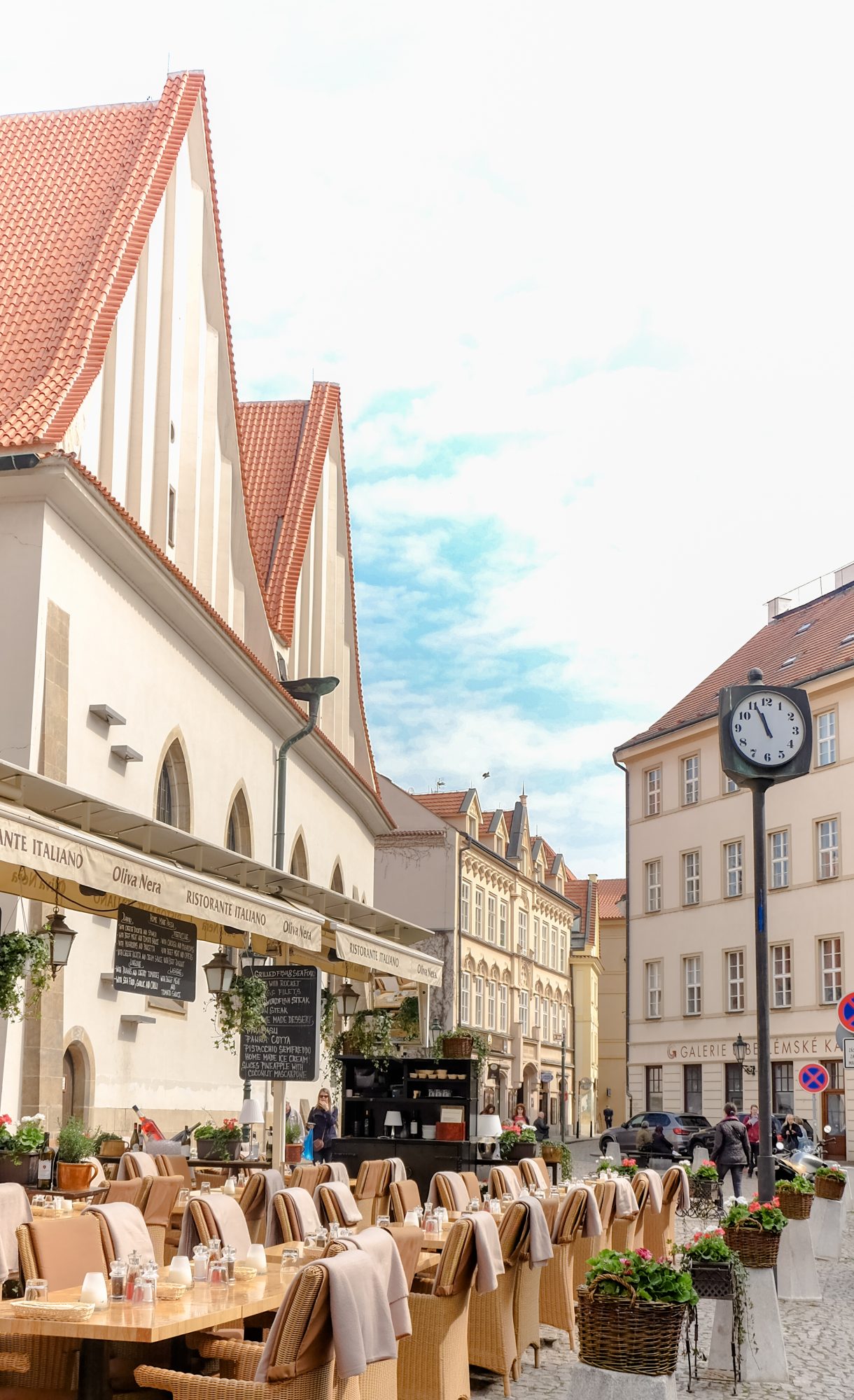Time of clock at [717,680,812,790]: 11:56
